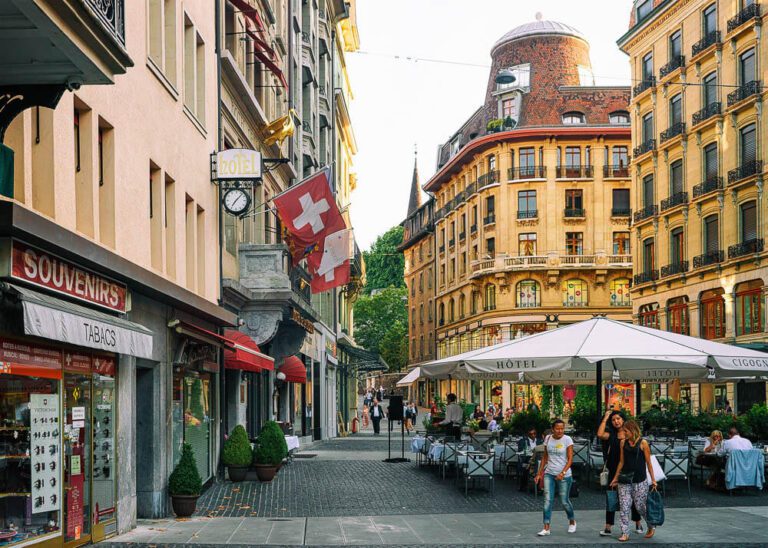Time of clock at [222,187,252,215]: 7:07
